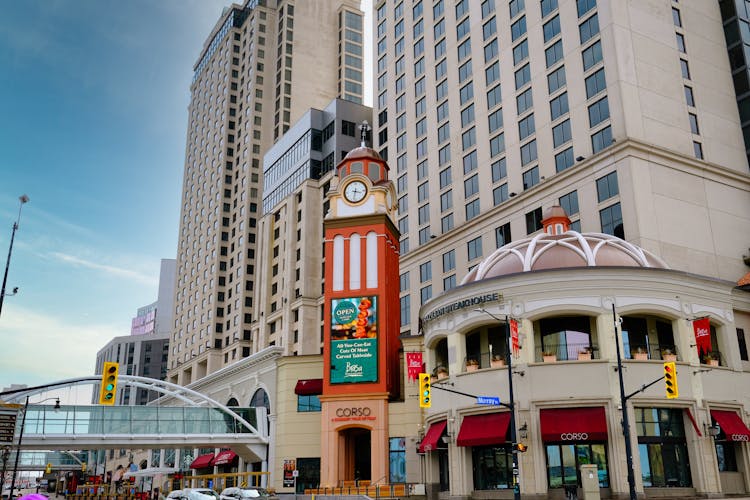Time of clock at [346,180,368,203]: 3:32
